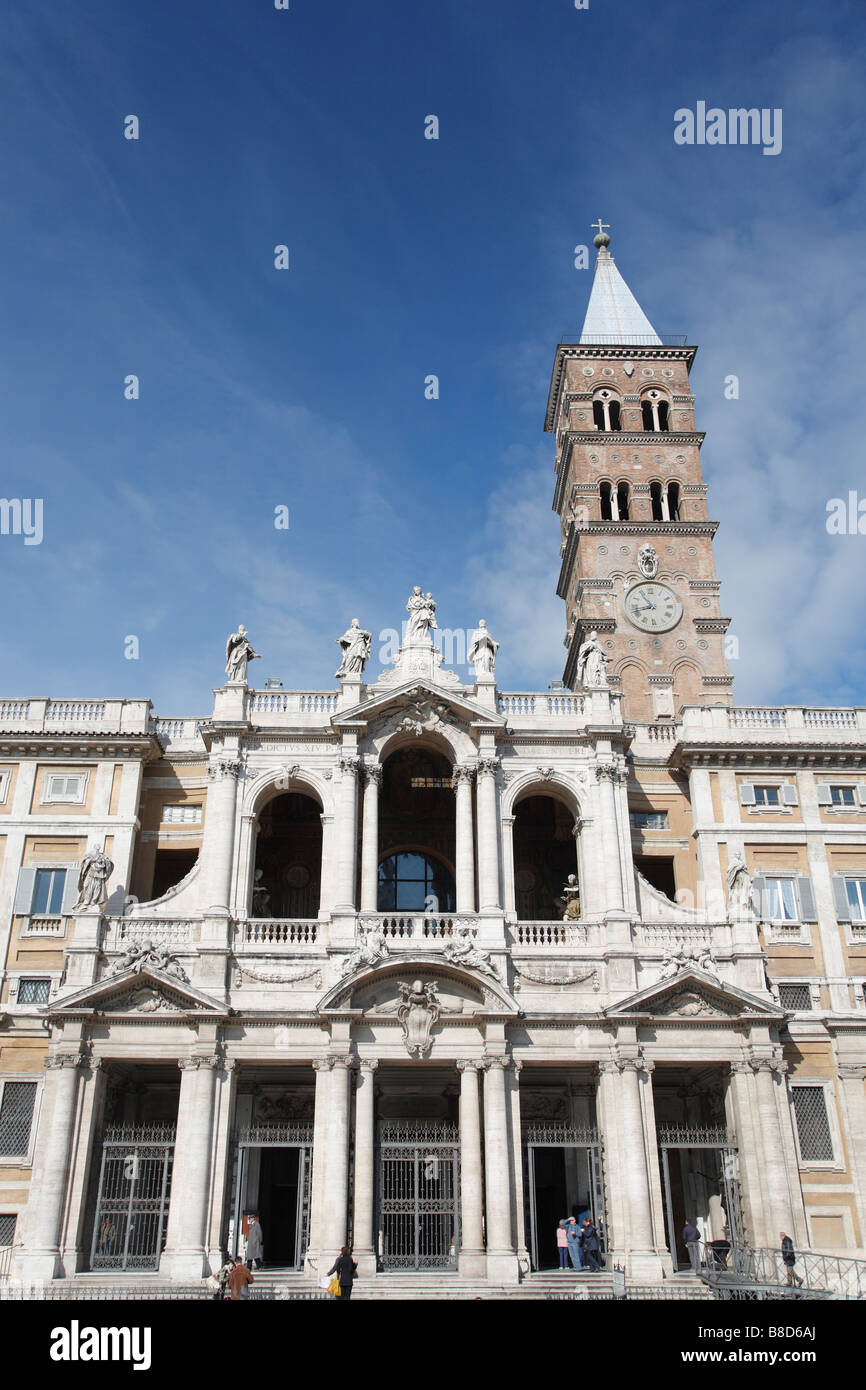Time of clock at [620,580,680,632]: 10:42
